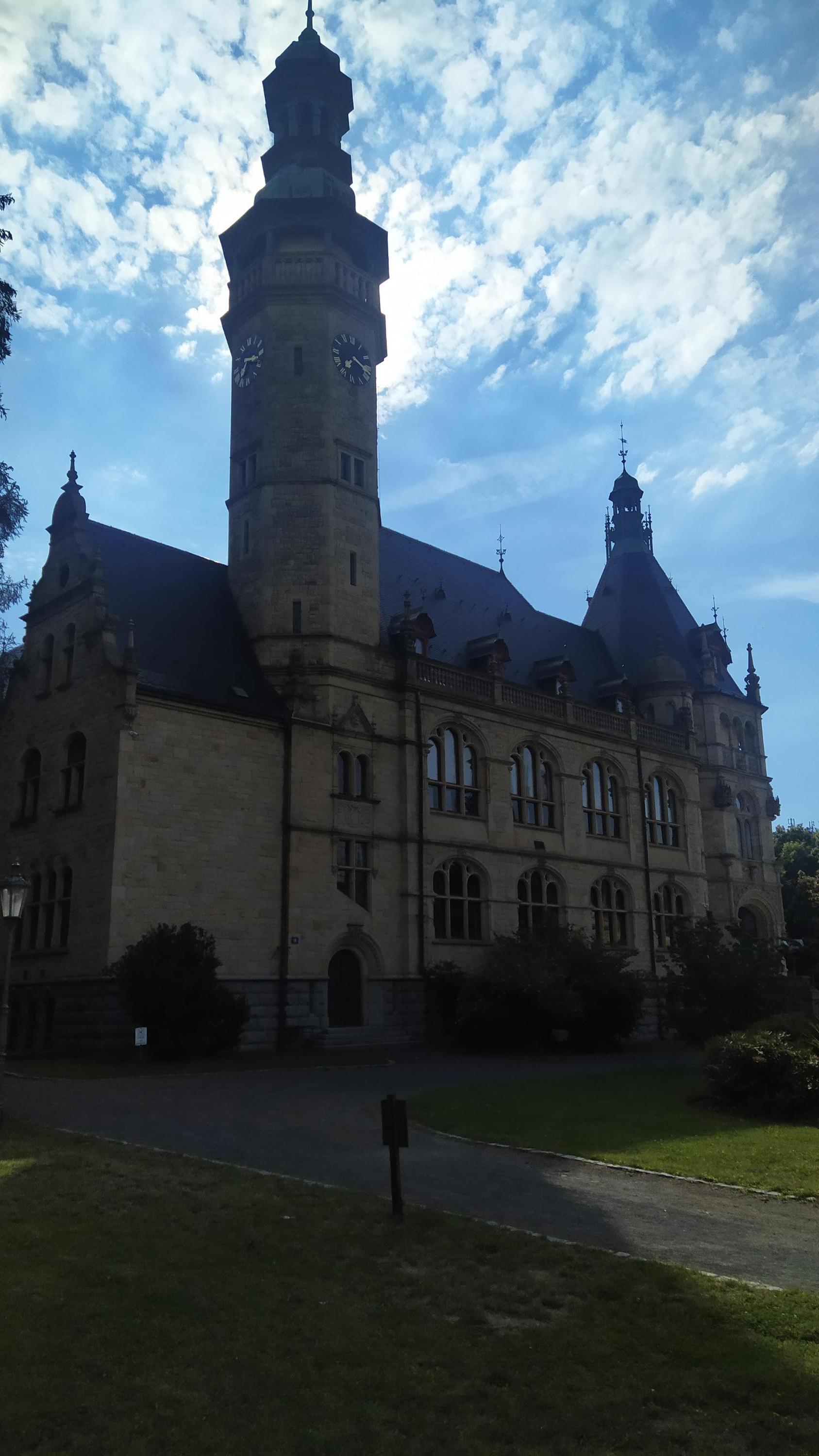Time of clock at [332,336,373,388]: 7:17
